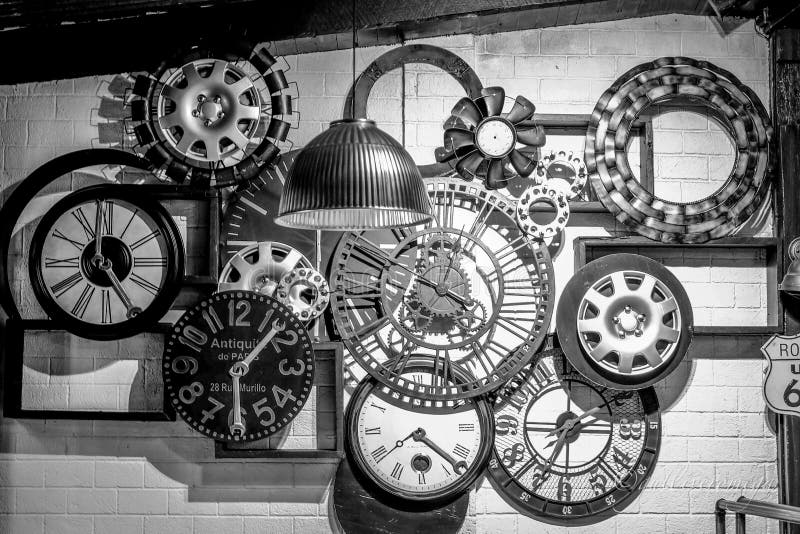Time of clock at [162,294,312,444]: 1:29
